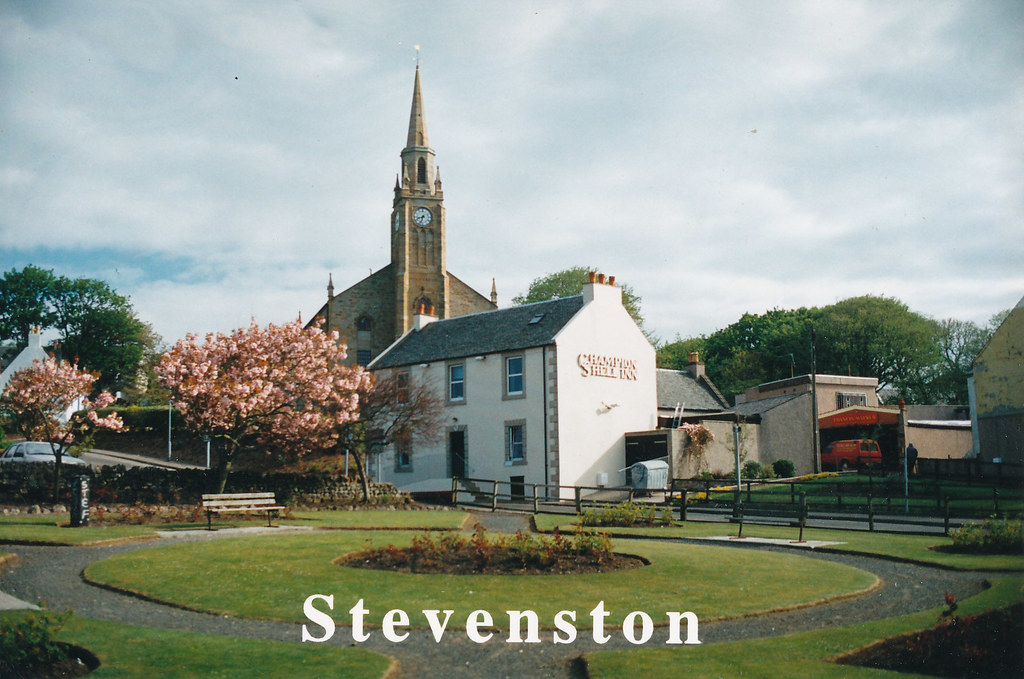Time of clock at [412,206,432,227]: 8:33
